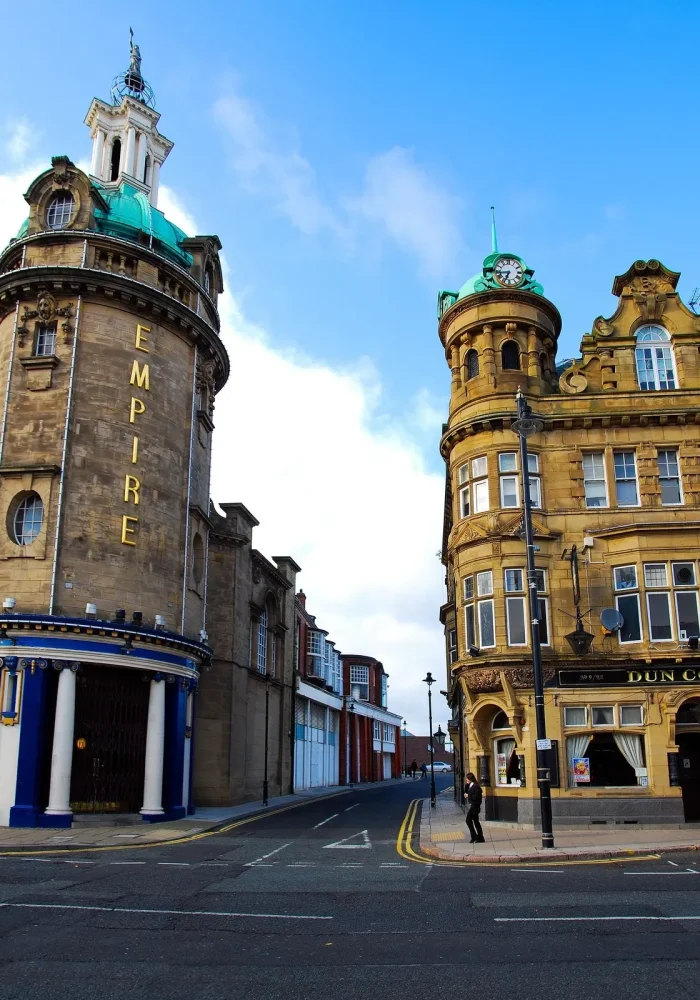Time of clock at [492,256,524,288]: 6:43
